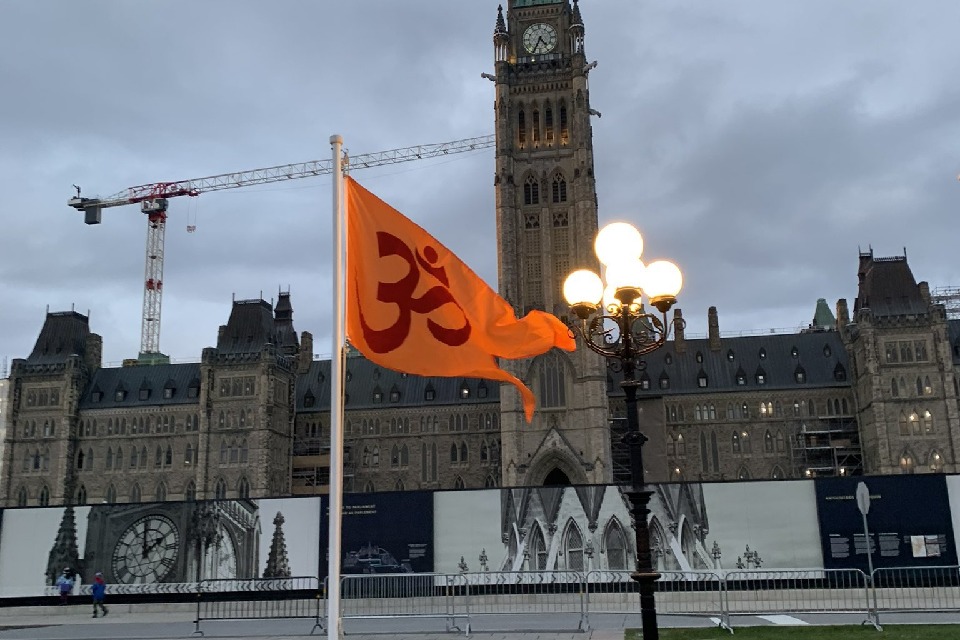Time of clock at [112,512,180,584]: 1:59
